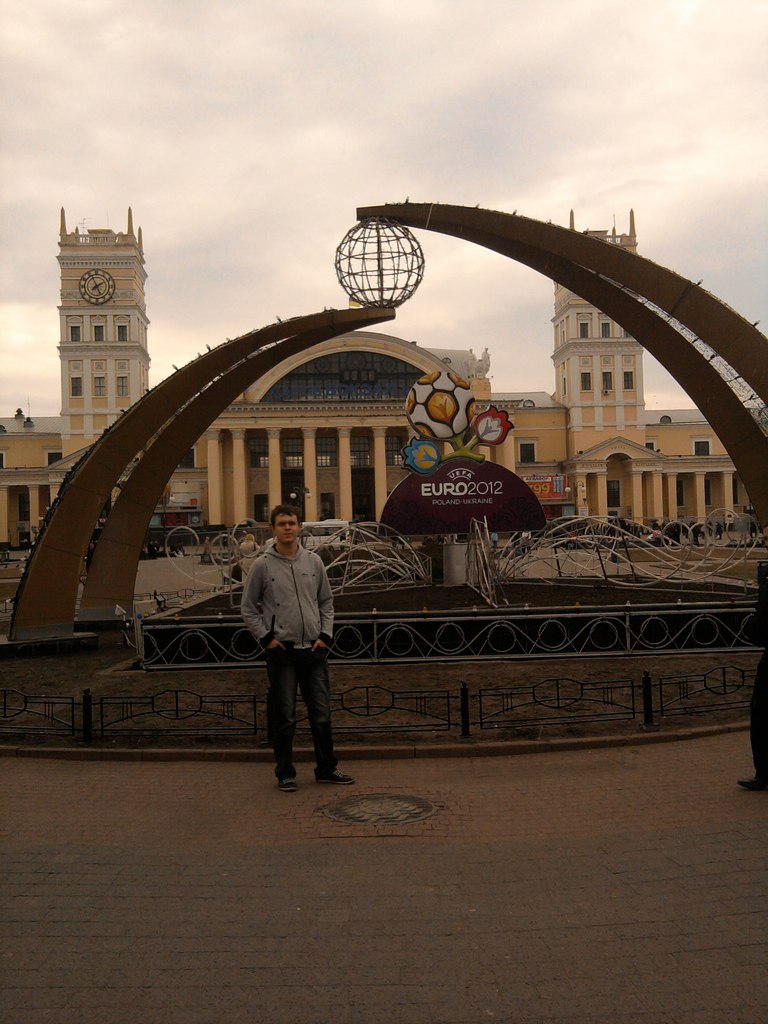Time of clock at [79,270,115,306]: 1:56
